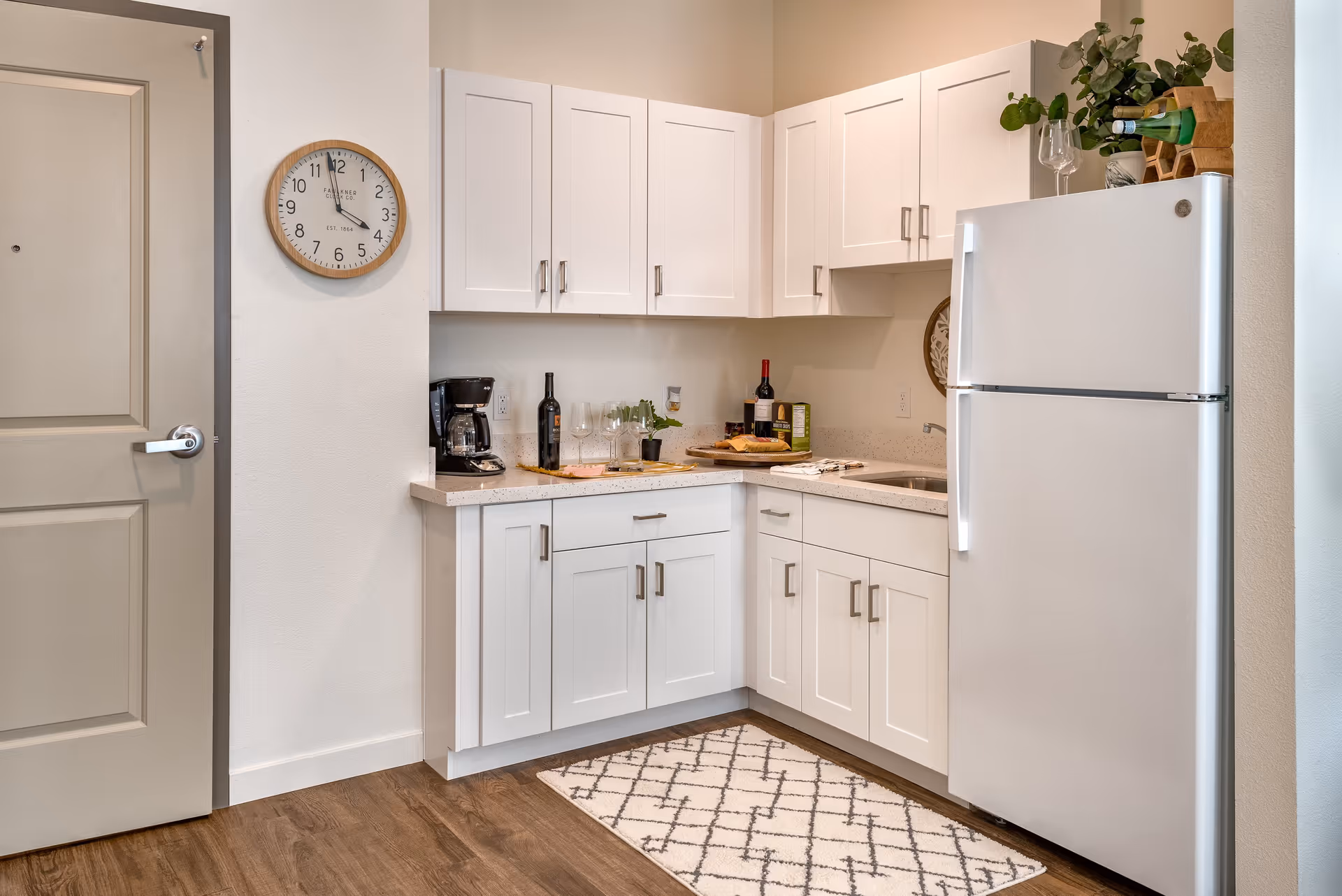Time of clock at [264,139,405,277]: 3:58
